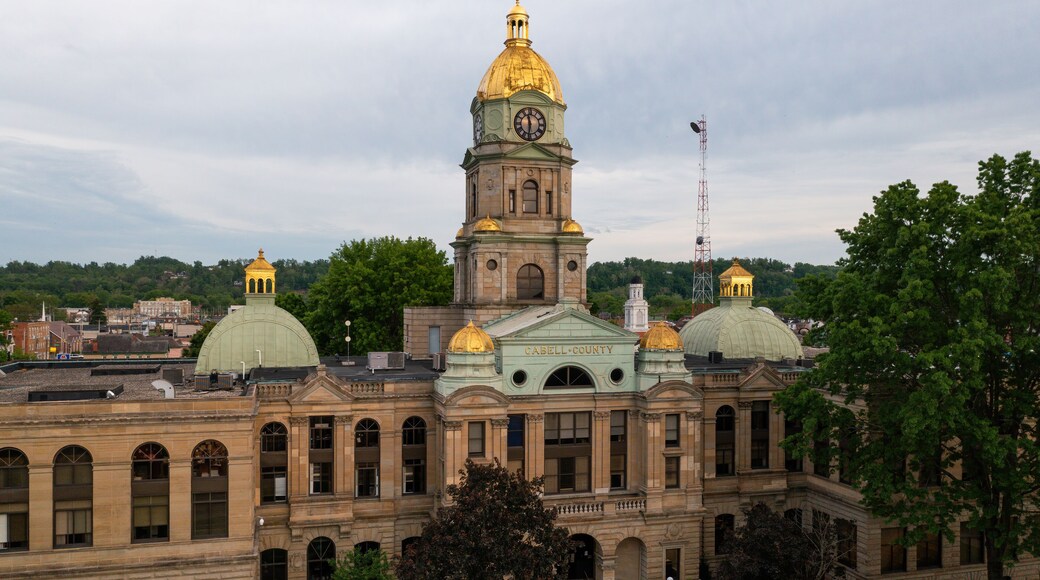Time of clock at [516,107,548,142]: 11:31
